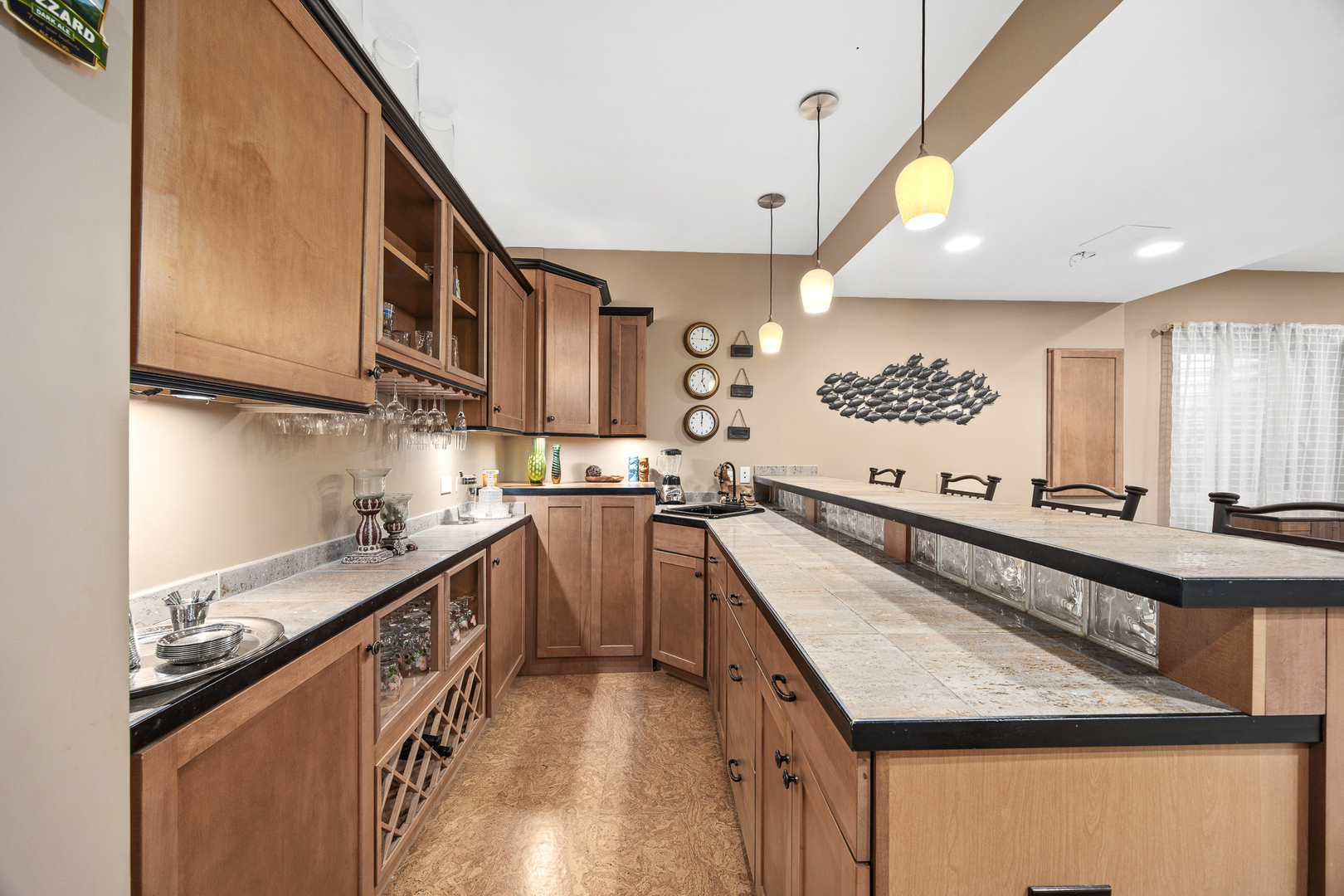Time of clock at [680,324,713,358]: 2:59
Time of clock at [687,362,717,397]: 4:59
